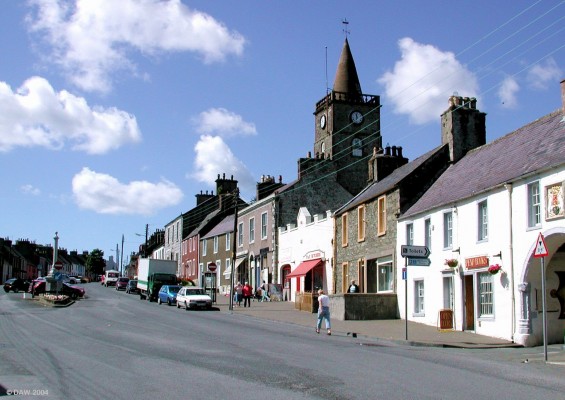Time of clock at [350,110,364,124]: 11:32
